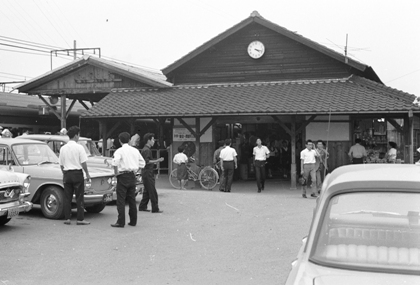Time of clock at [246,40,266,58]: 4:17
